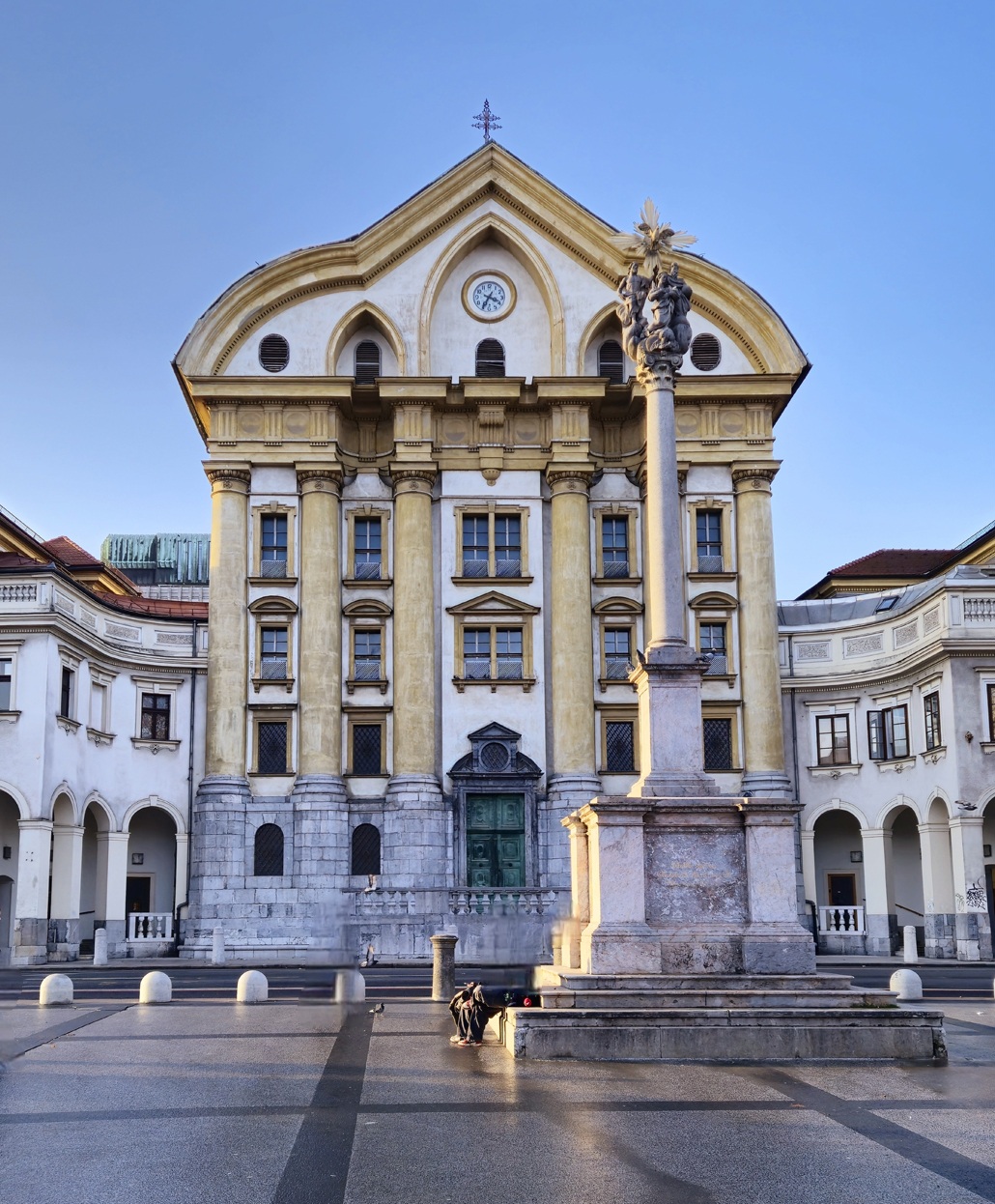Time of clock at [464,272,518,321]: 3:34
